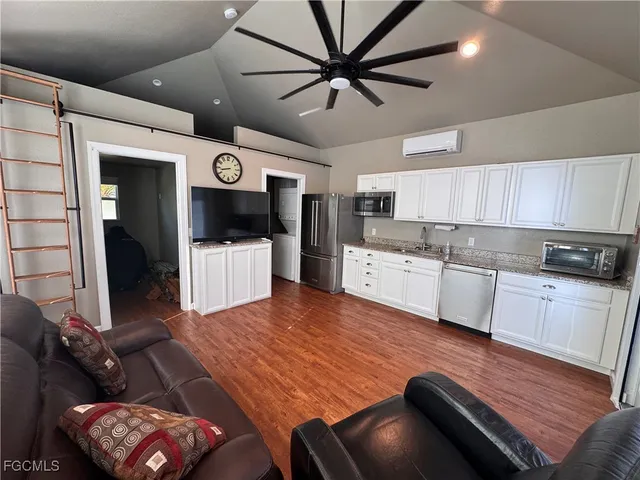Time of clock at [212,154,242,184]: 8:42
